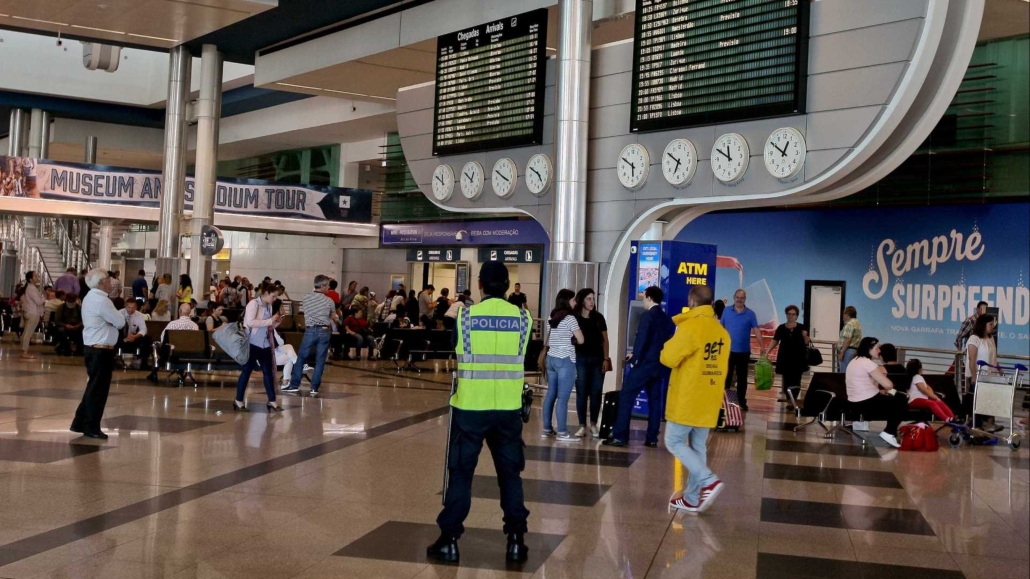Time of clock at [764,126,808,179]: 12:50
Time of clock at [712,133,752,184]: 11:50
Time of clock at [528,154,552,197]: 4:50
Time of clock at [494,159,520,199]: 3:50
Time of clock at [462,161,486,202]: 12:50
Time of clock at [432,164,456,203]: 11:50
